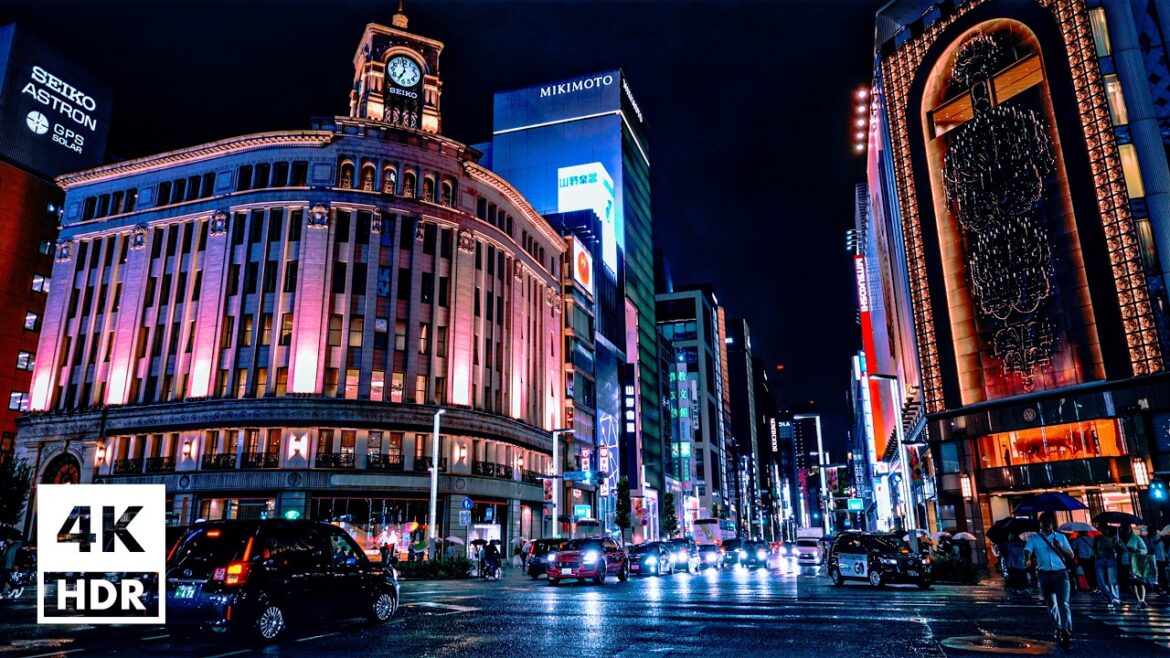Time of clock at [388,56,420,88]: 6:58
